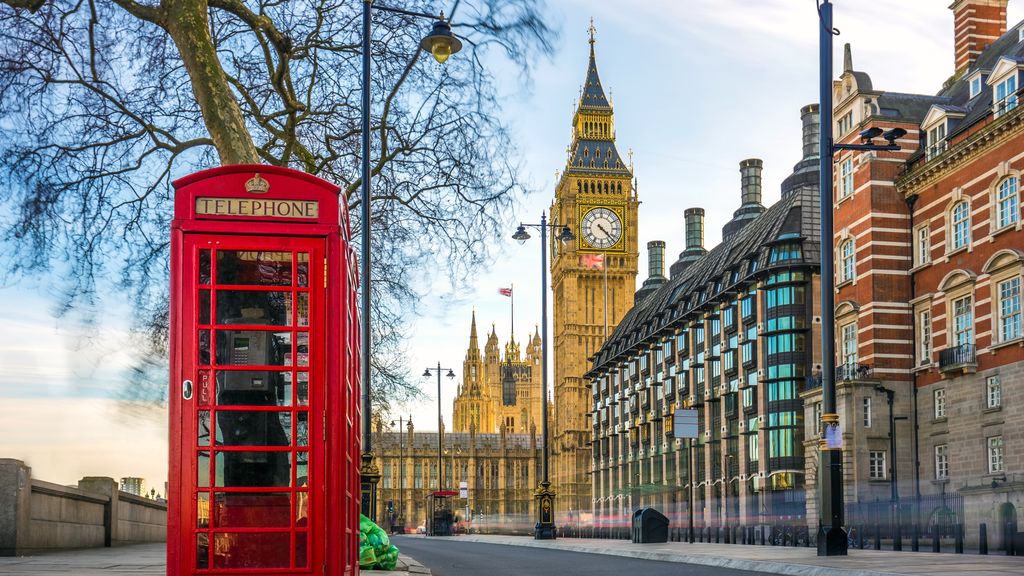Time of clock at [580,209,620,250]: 4:22
